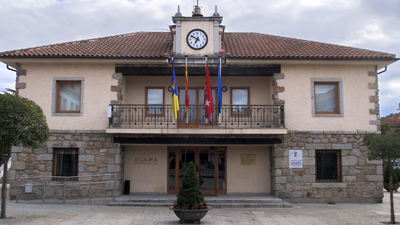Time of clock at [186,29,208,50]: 6:50
